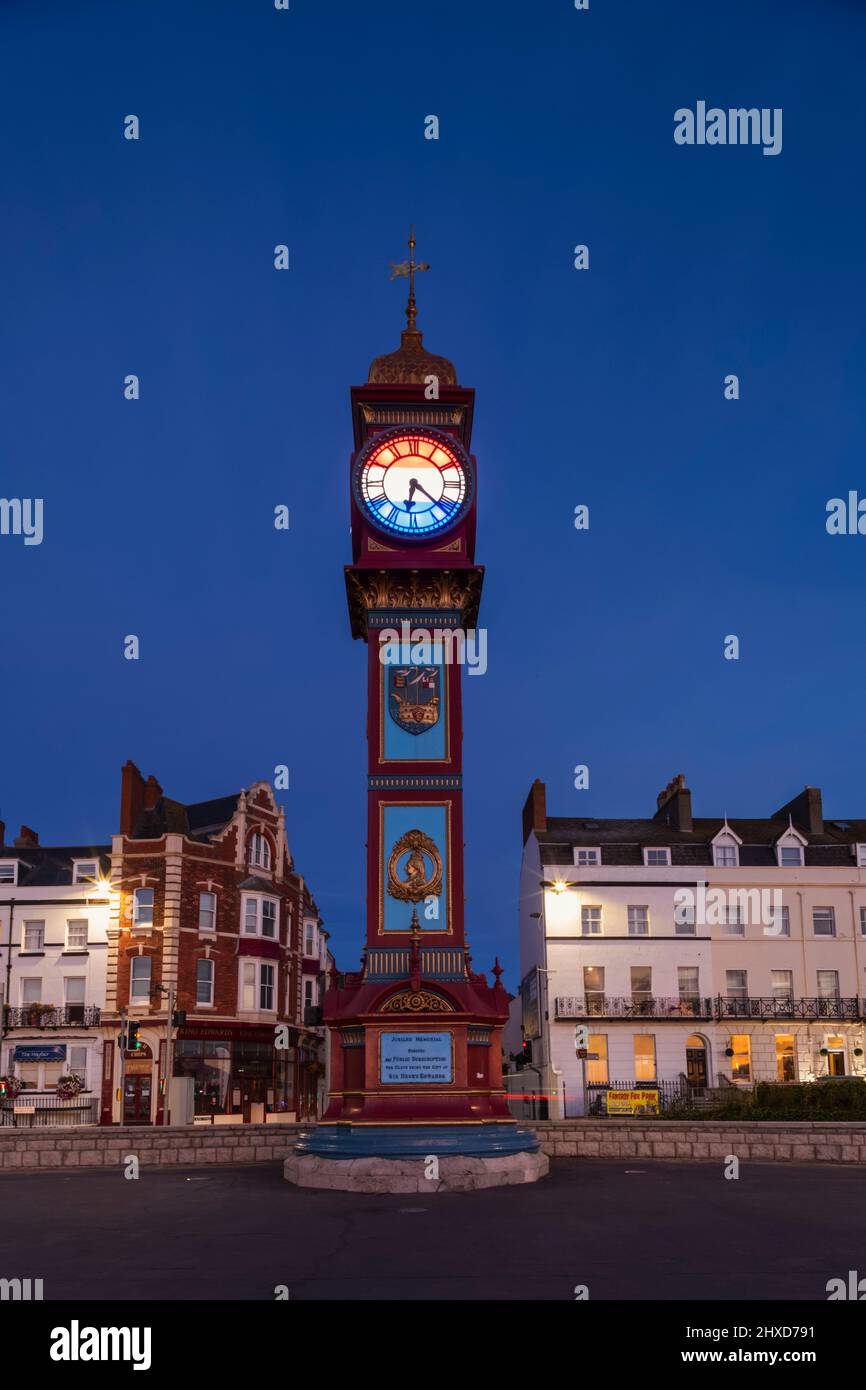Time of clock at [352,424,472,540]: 6:22
